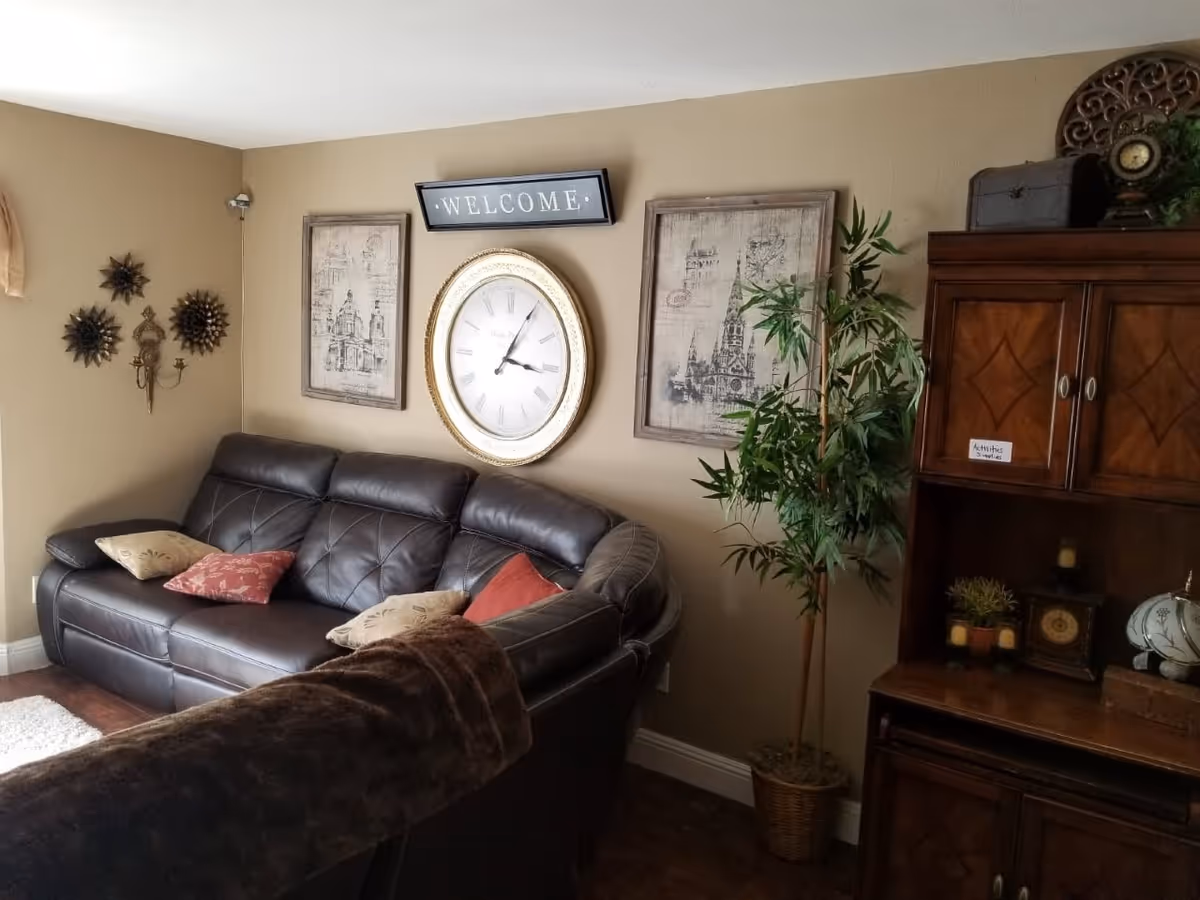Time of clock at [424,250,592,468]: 3:04
